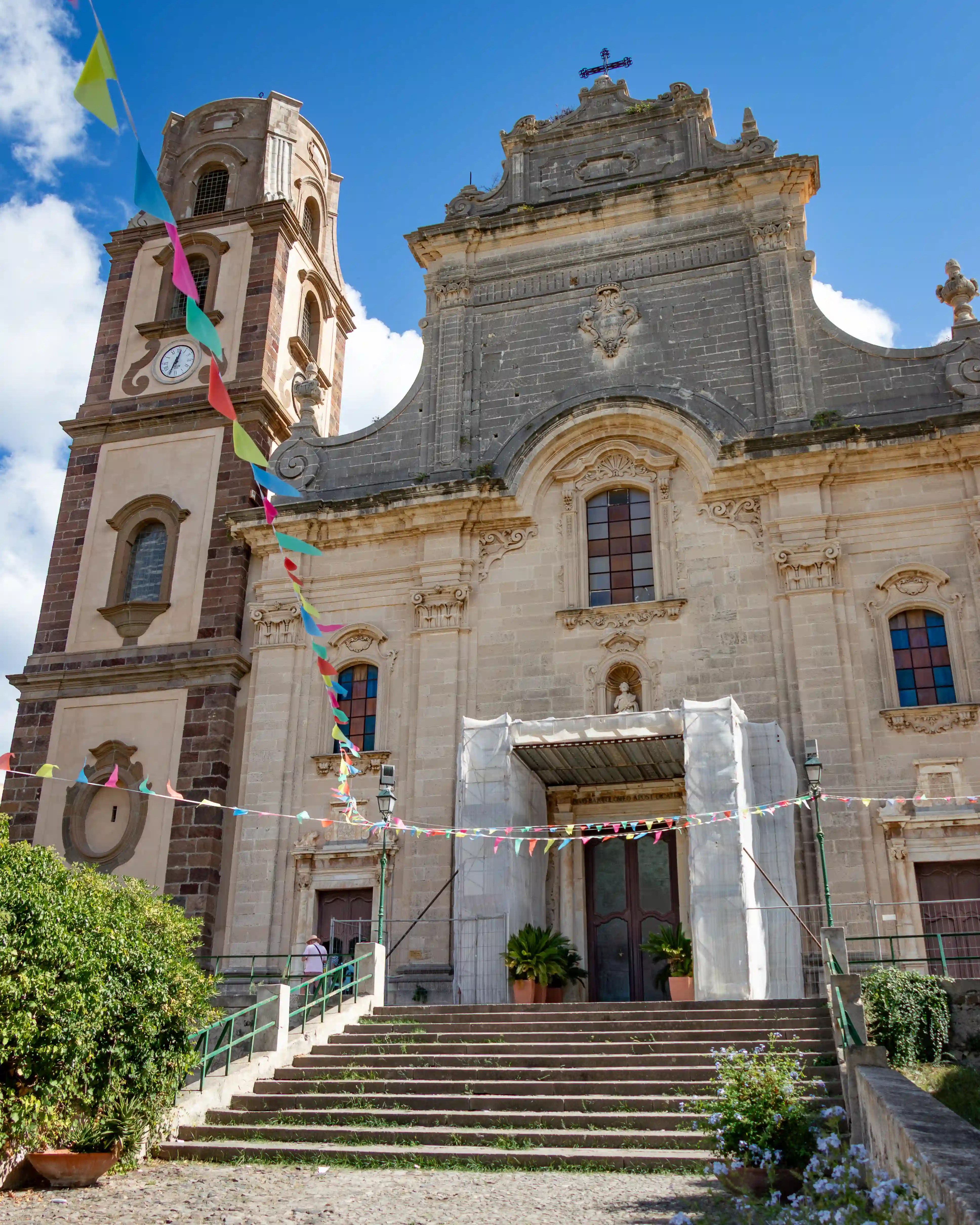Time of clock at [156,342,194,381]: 12:33
